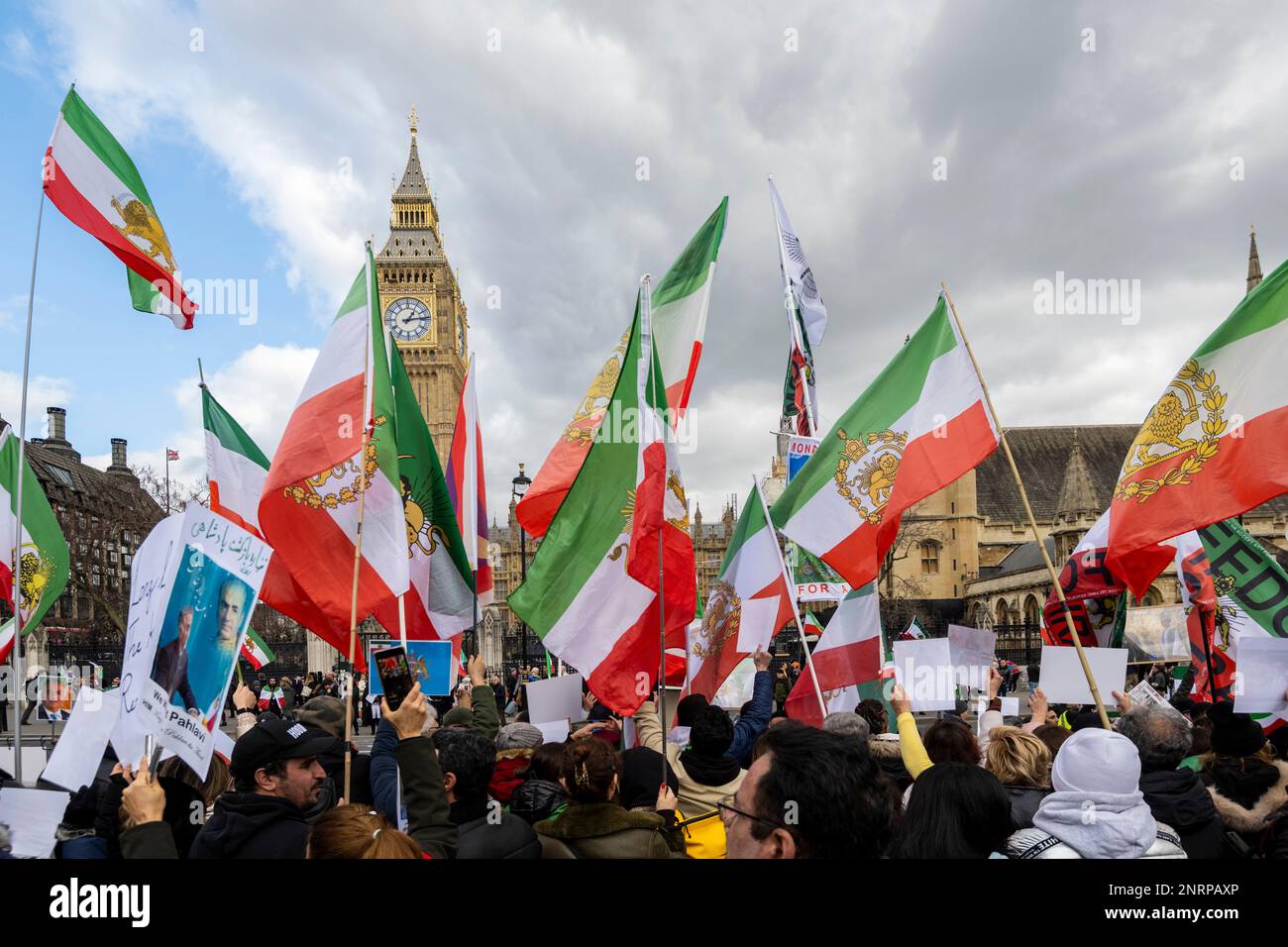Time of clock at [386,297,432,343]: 1:13
